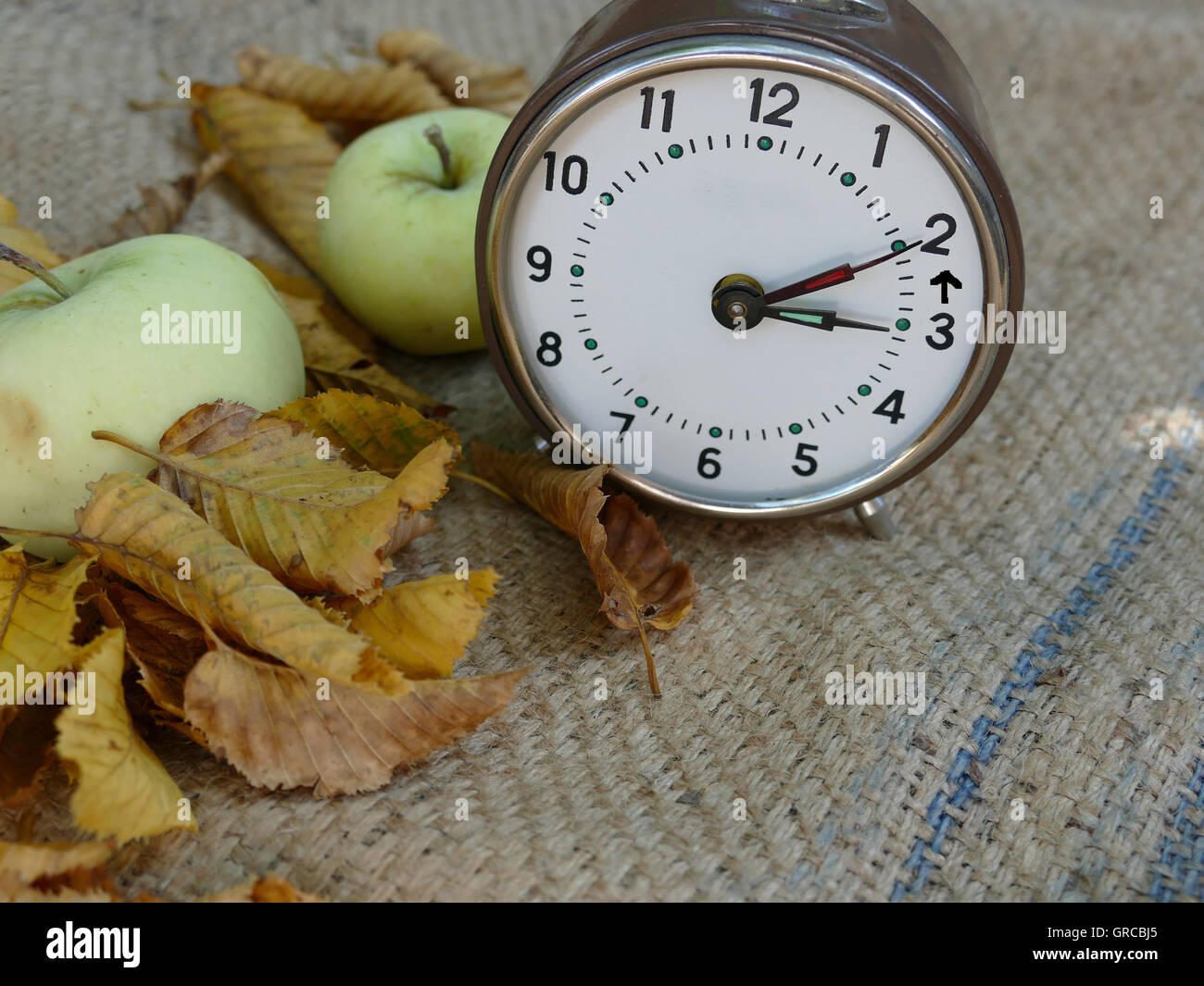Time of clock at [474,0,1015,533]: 3:10
